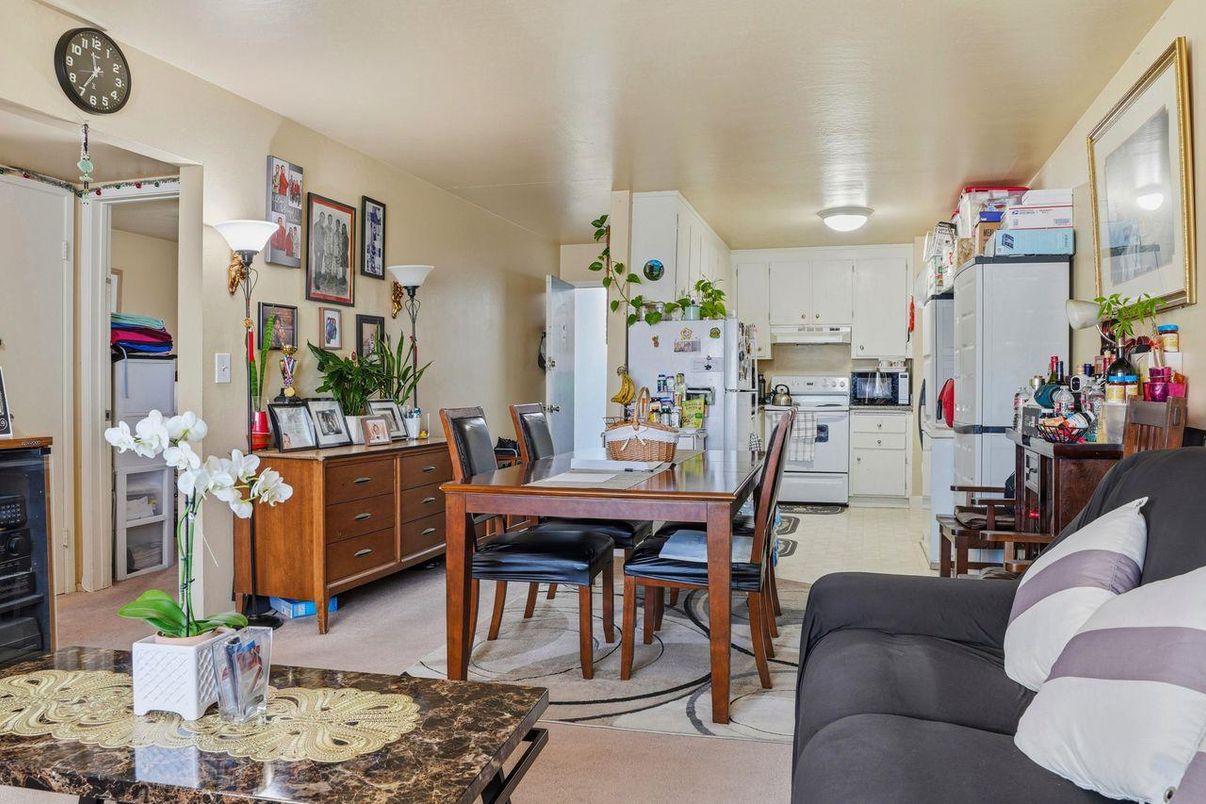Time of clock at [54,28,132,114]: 11:35
